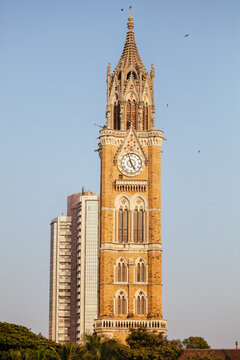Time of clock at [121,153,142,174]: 4:57
